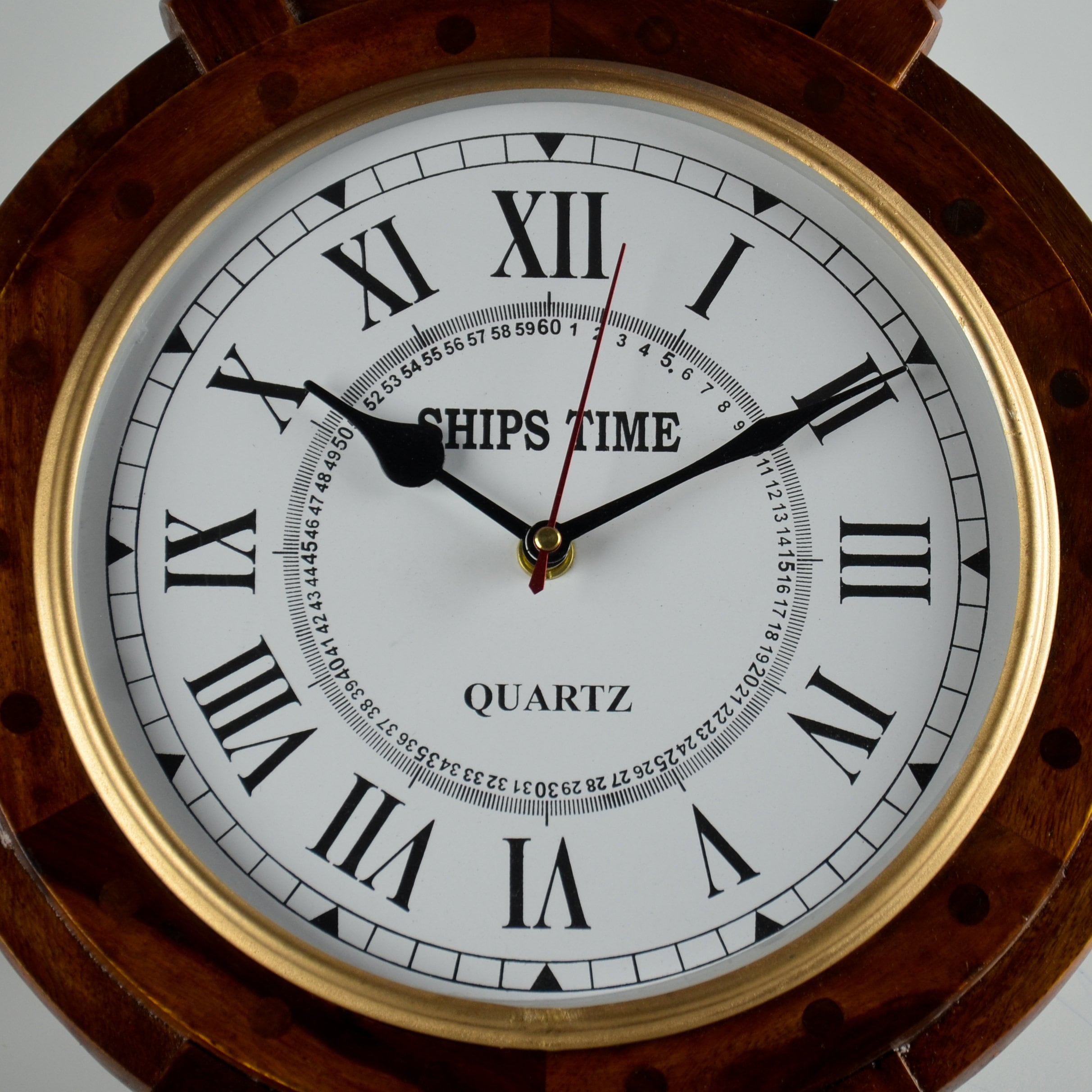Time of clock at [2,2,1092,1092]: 10:10
